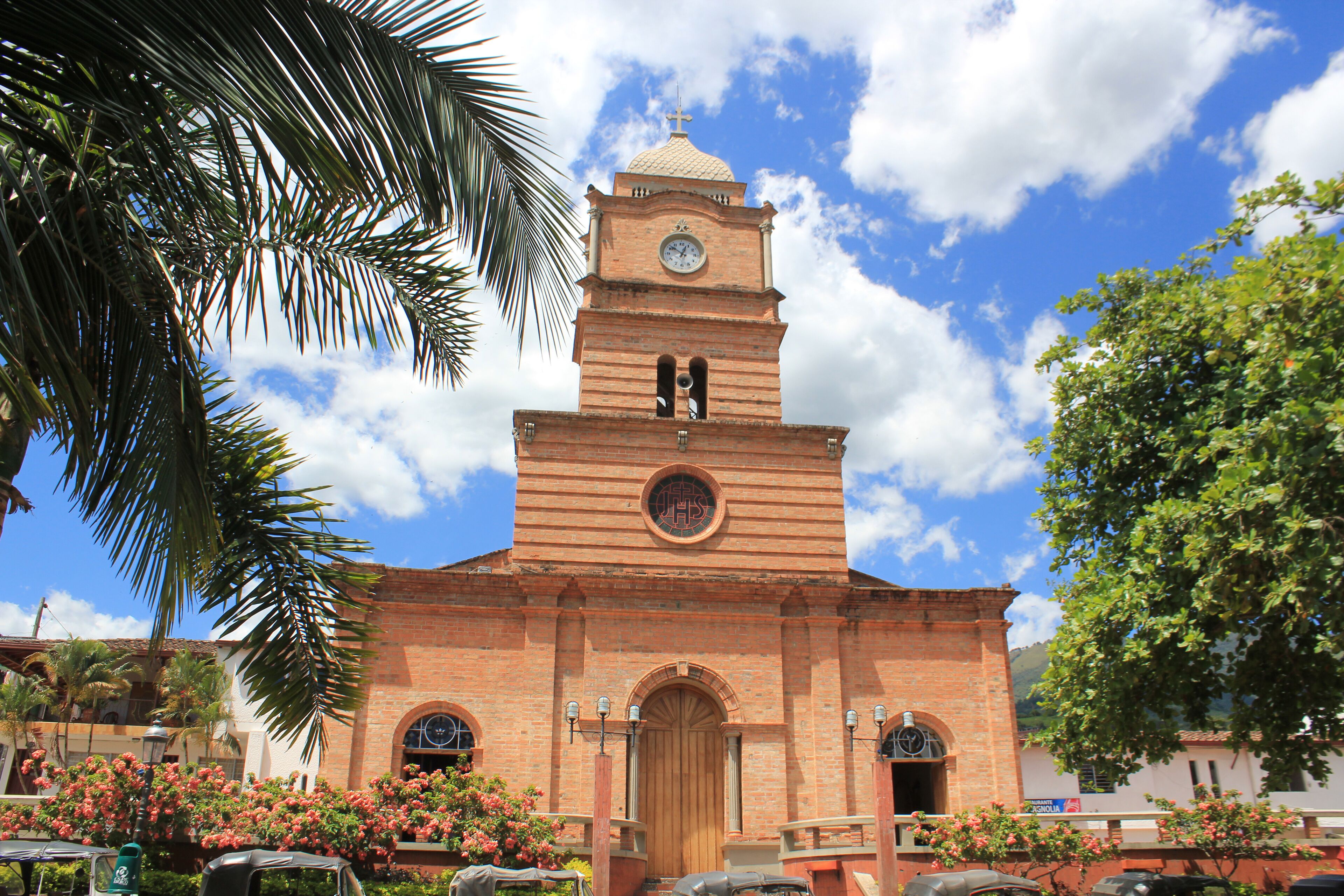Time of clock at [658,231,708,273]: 12:51
